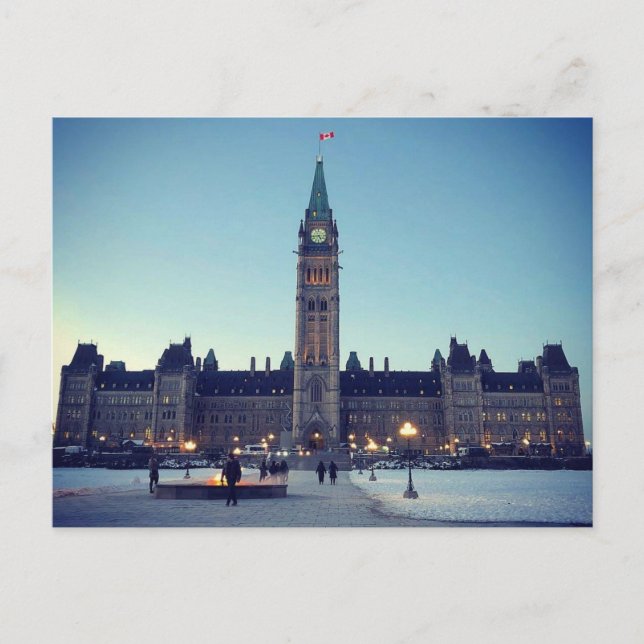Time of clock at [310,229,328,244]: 4:43
